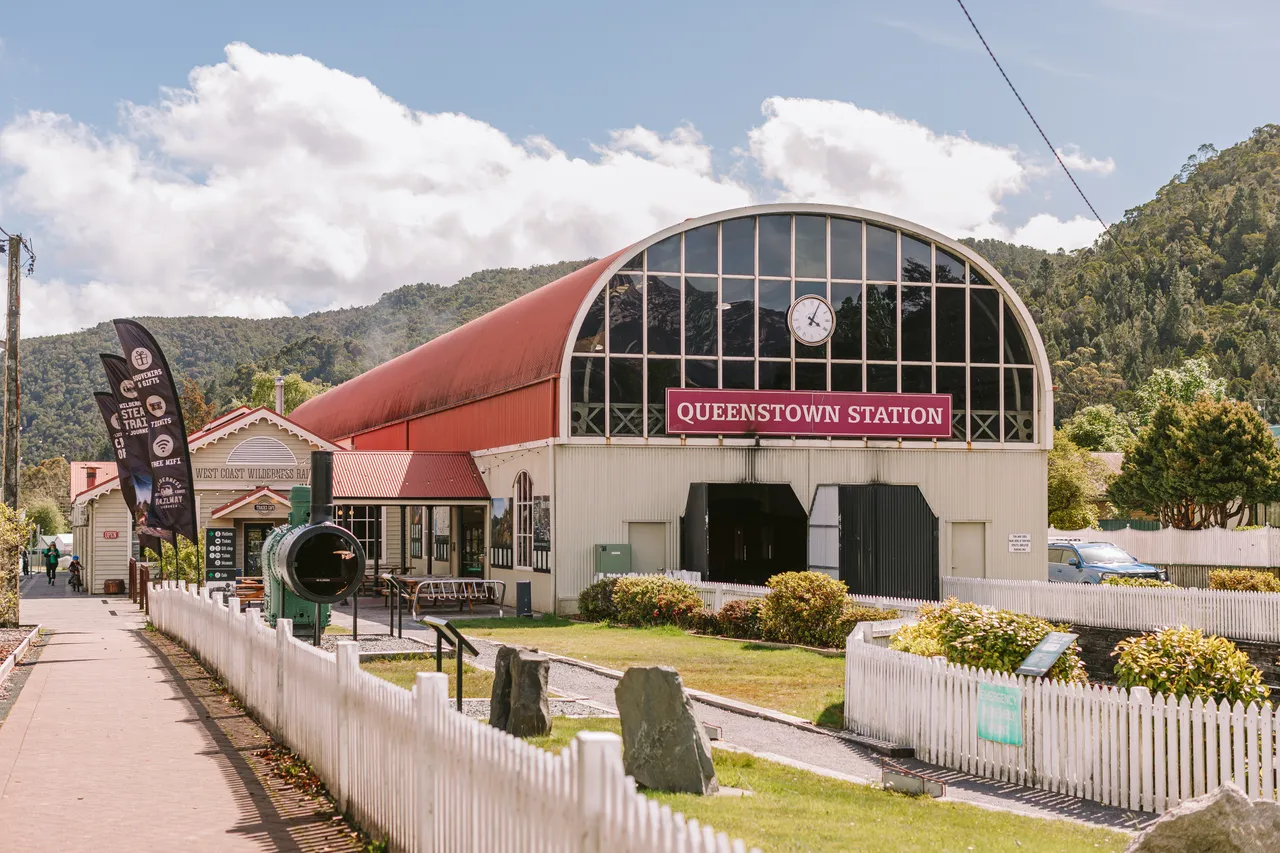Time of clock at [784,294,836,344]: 4:04
